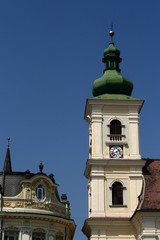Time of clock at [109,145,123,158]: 1:41
